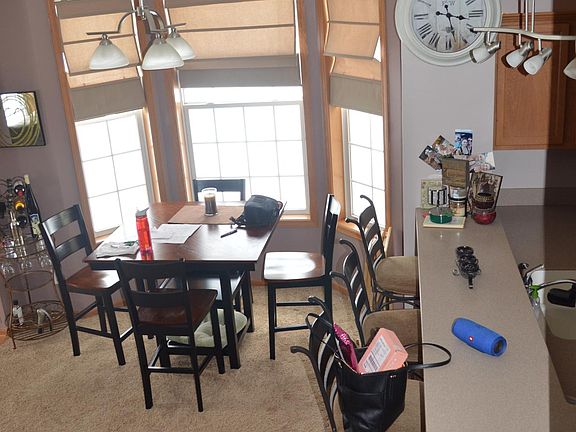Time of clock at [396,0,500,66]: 3:27
